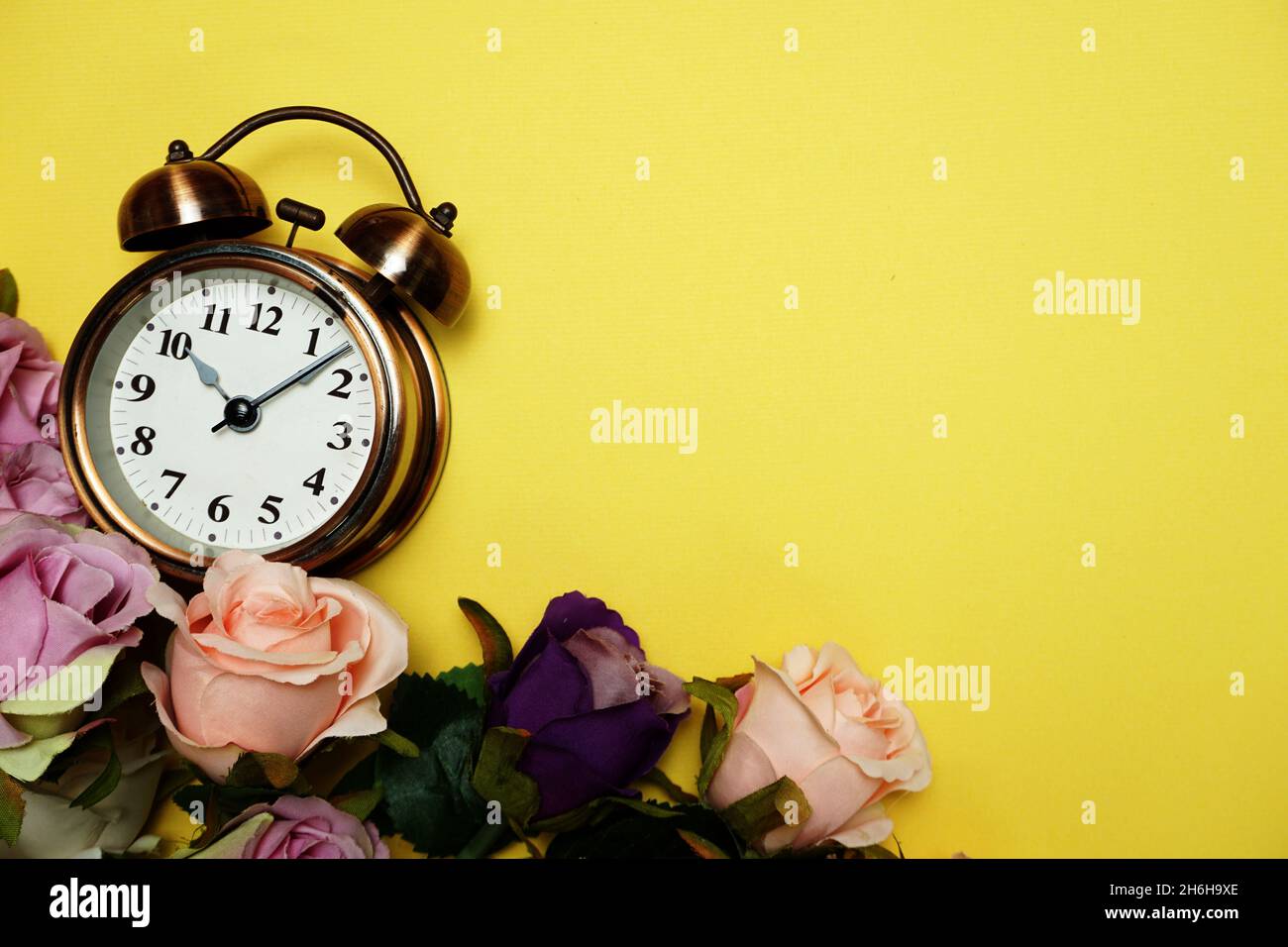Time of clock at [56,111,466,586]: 10:07
